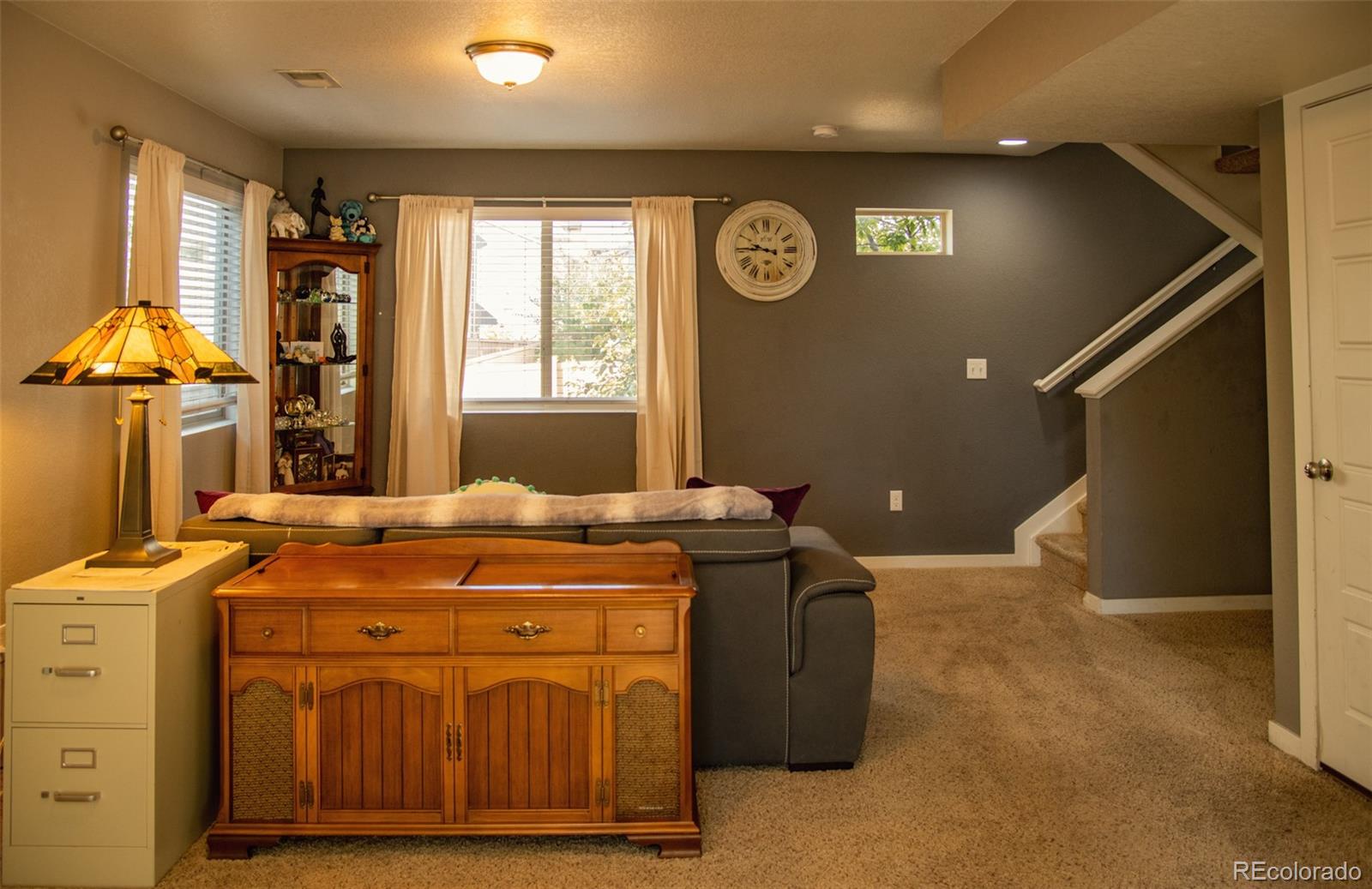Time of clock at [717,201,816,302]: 9:45
